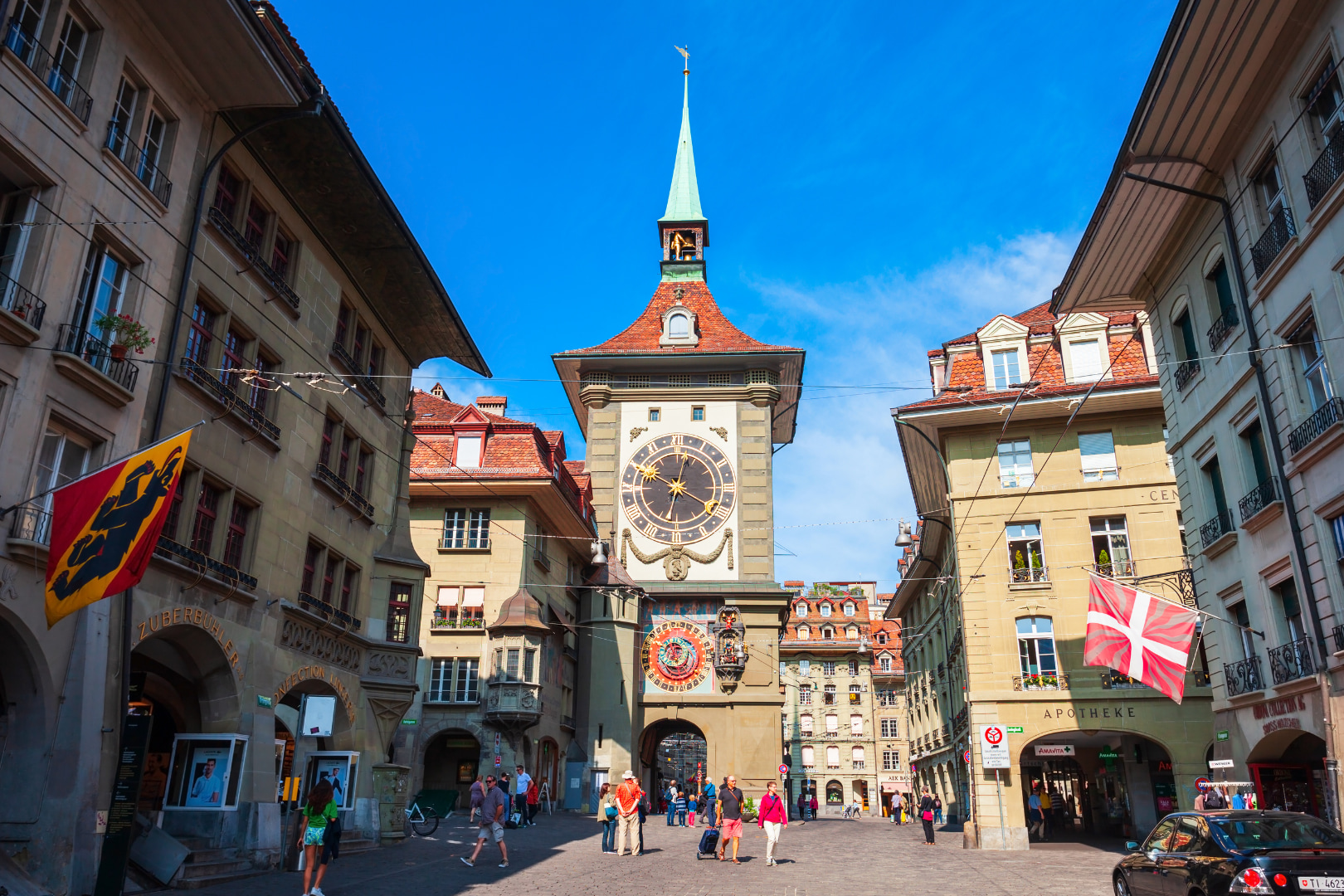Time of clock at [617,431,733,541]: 10:02
